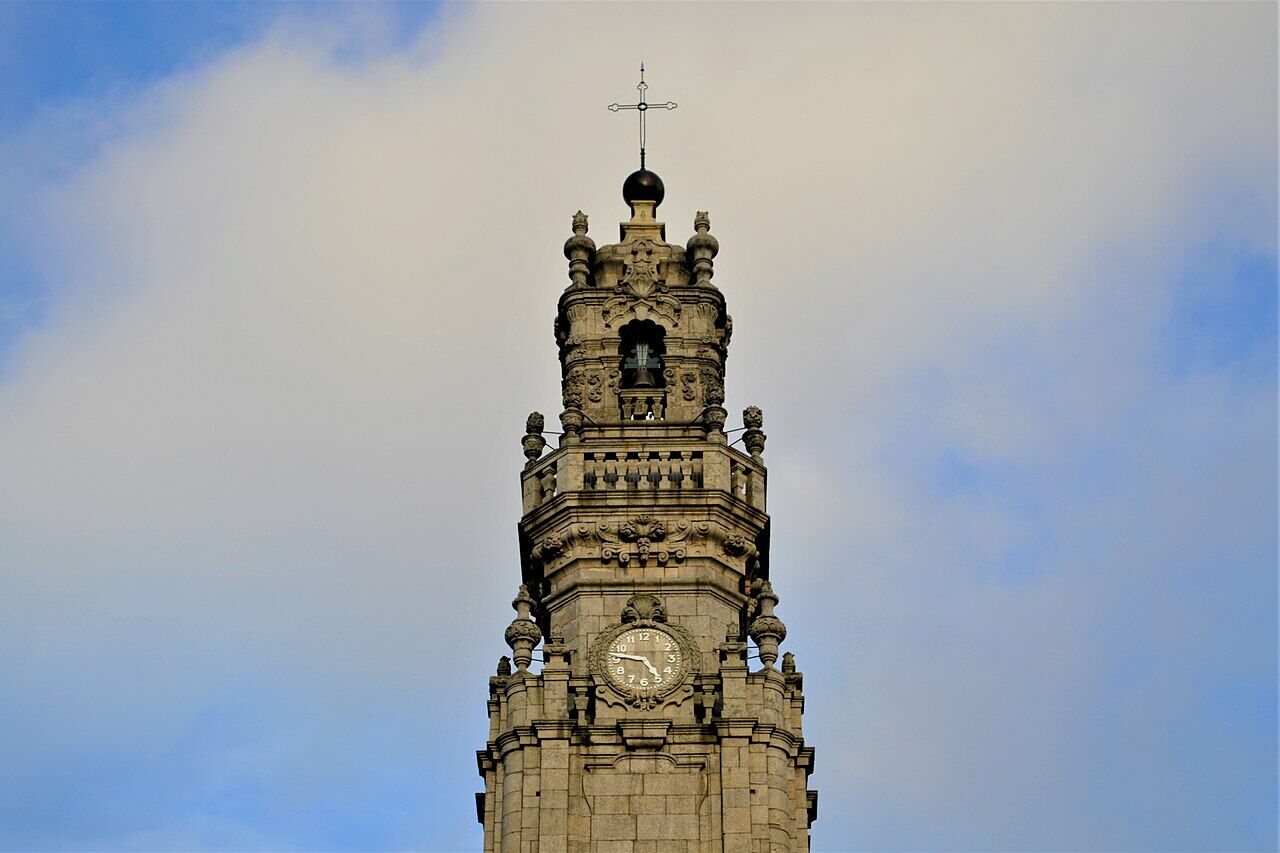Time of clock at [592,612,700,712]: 4:46
